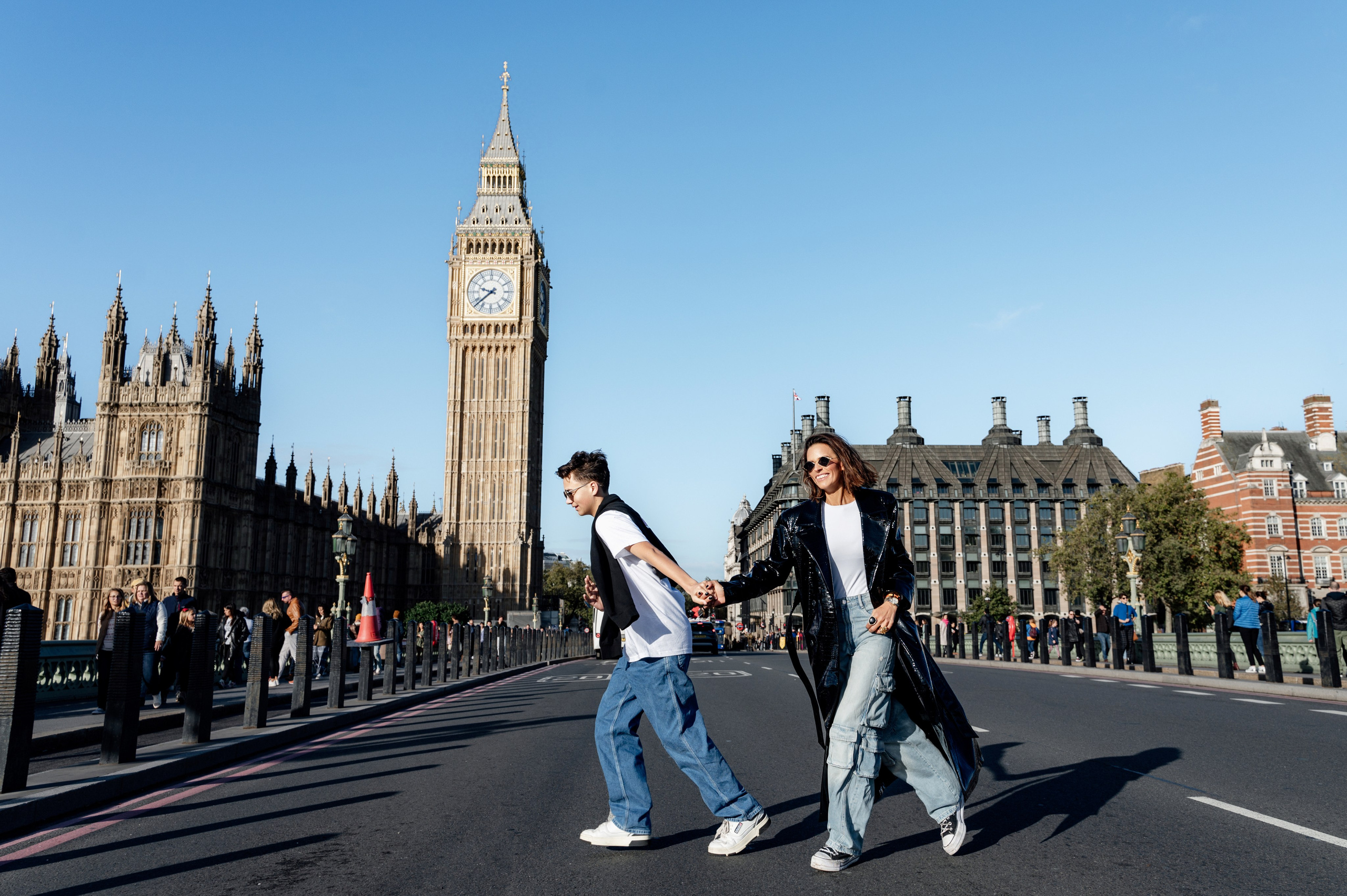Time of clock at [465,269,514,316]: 9:38
